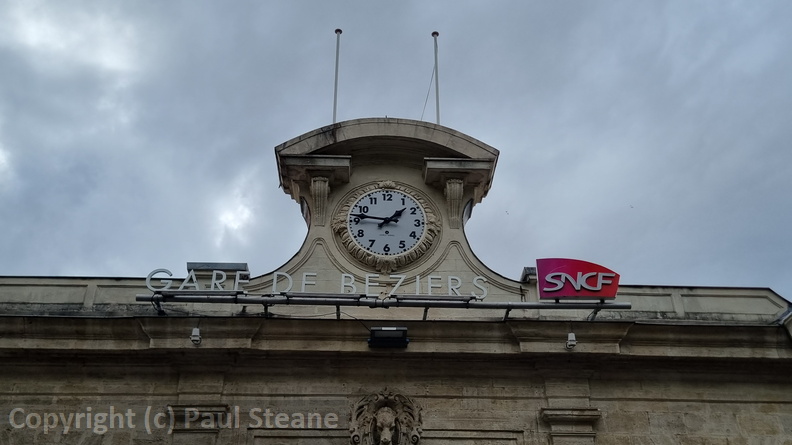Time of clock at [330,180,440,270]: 1:46
